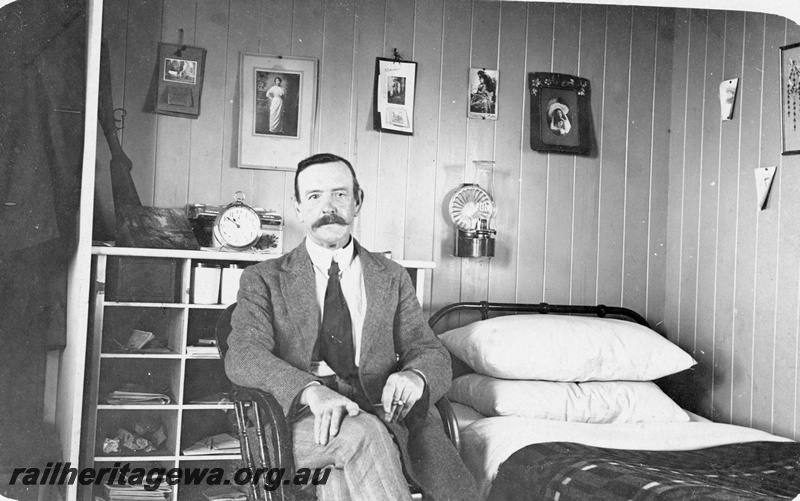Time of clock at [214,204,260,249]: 10:51
